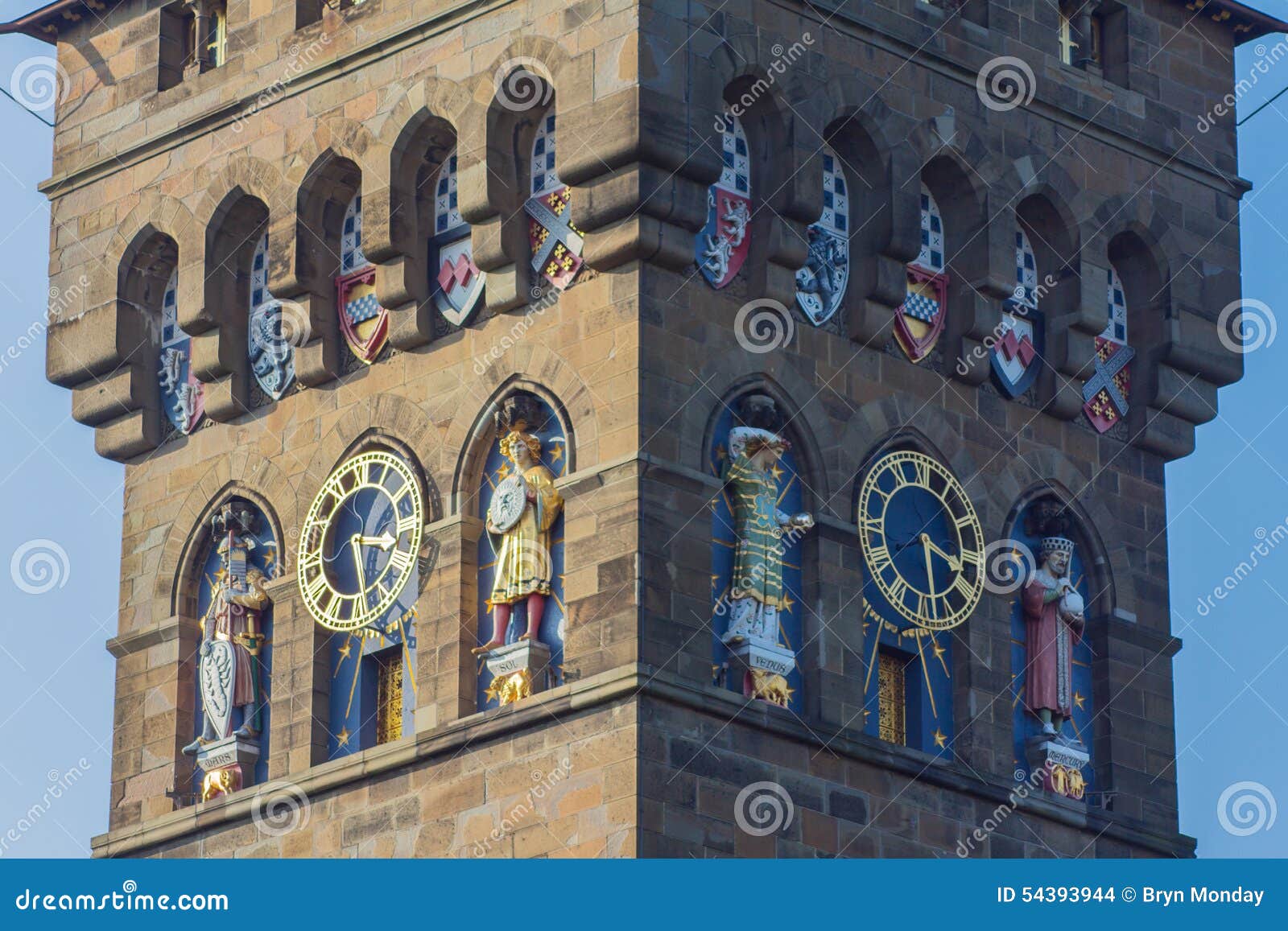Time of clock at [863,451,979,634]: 3:28
